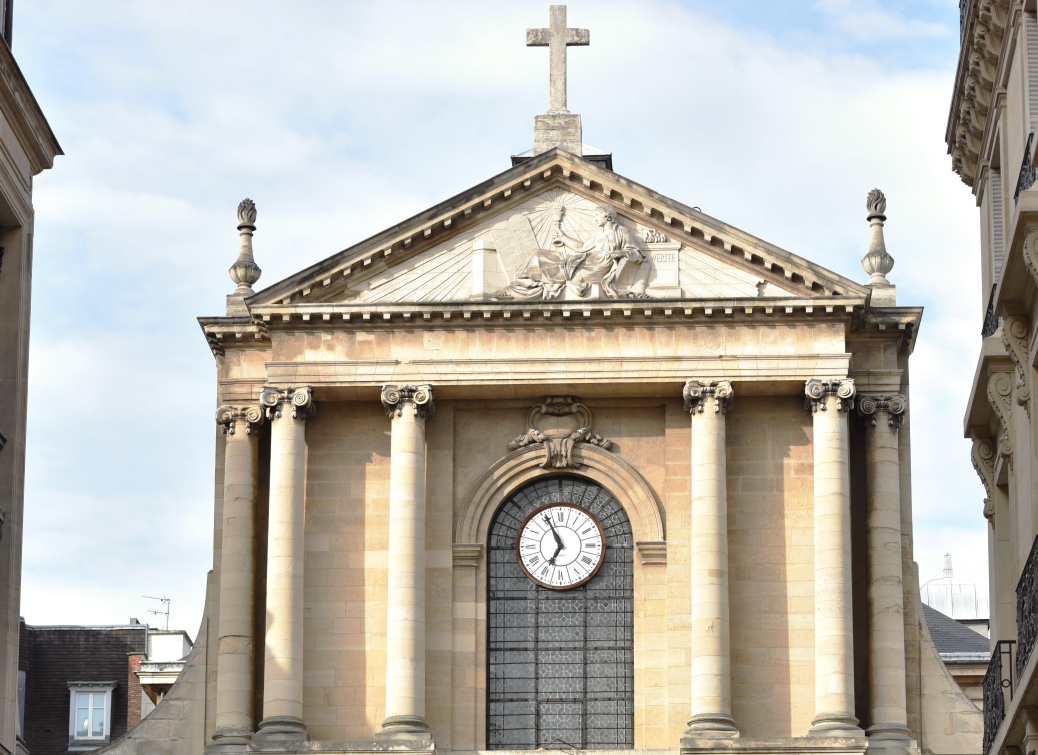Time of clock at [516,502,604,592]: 6:55
